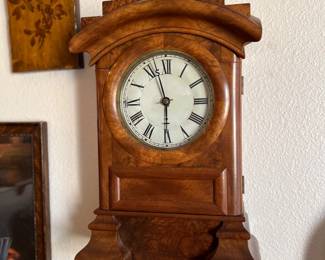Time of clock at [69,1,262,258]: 5:57
